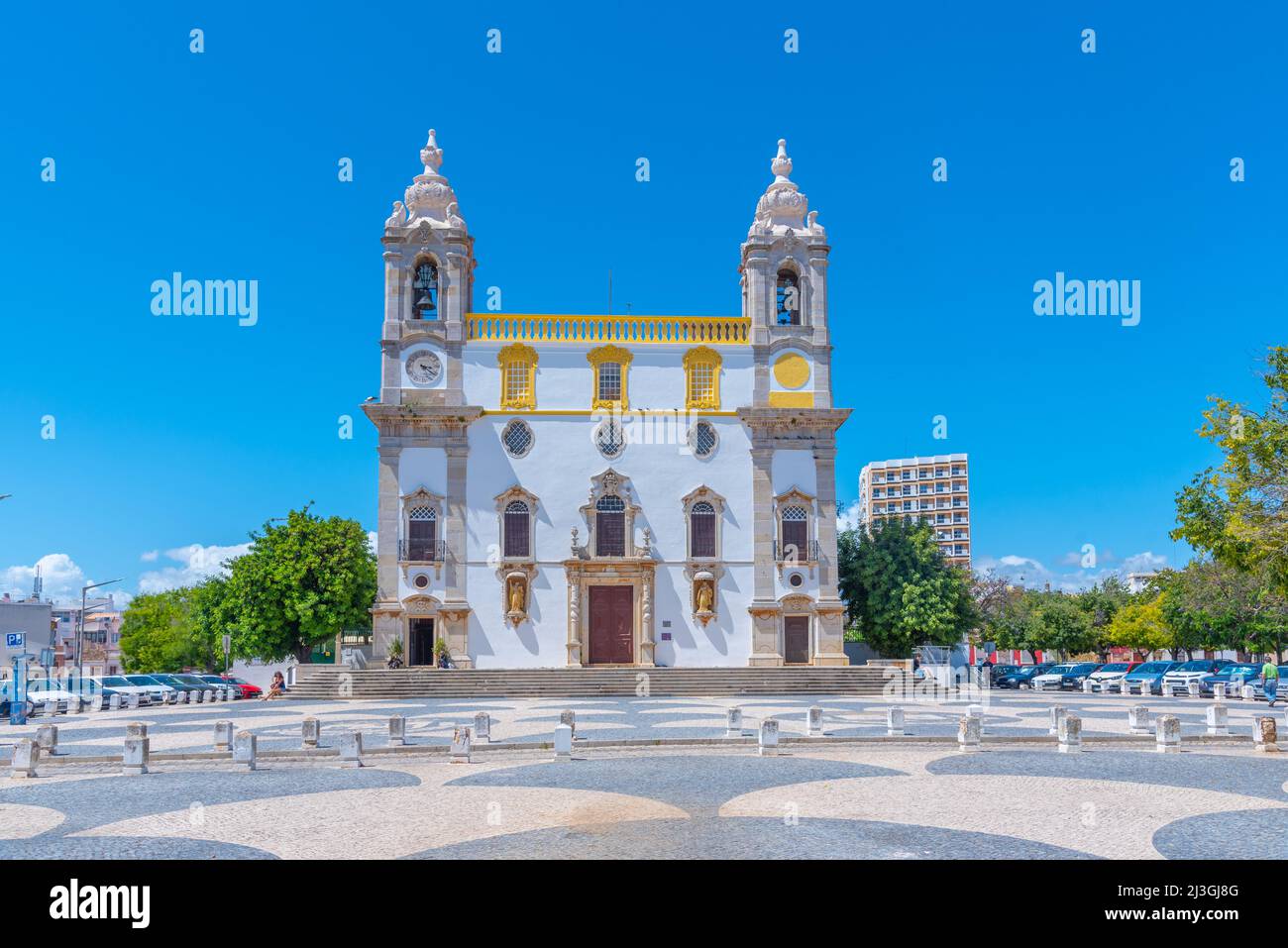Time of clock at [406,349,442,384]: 3:21
